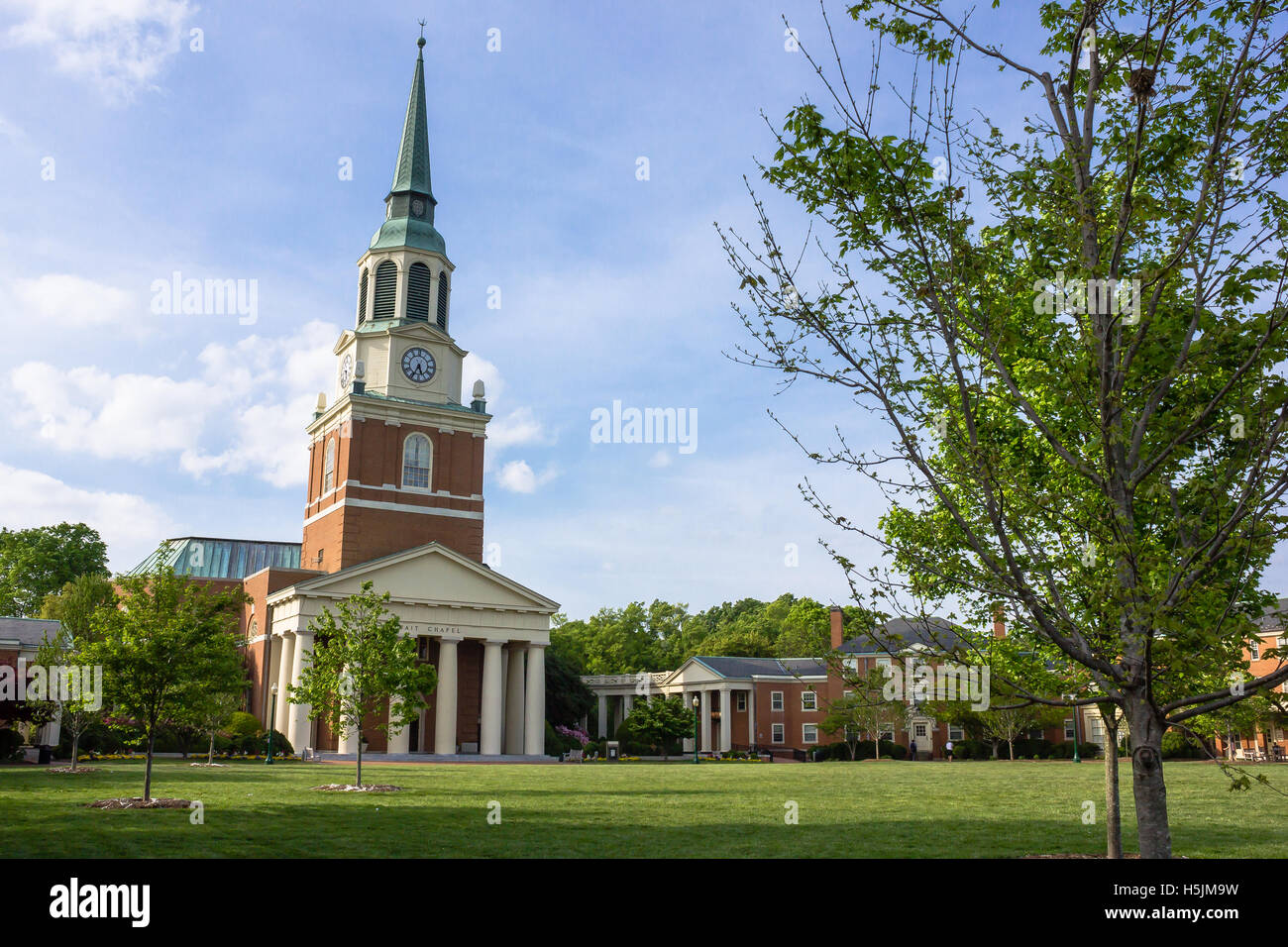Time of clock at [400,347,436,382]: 5:34
